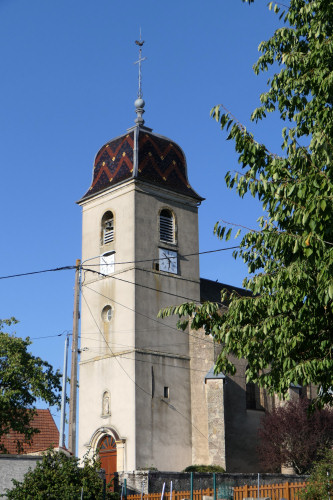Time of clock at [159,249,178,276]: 5:51
